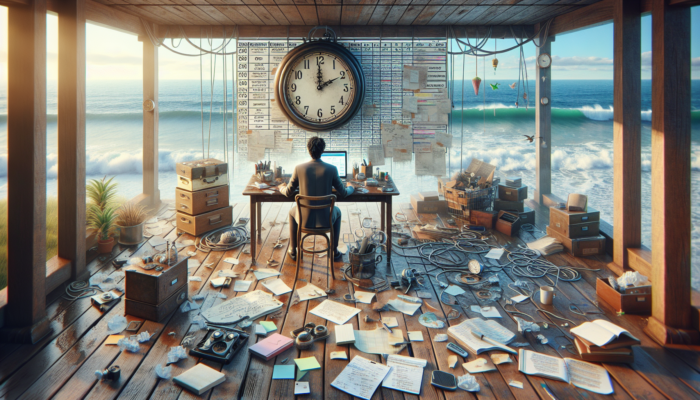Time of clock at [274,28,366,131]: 1:59
